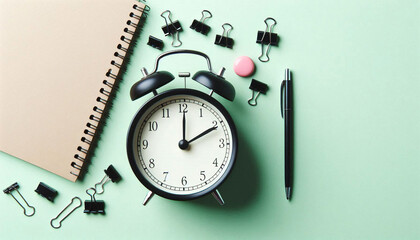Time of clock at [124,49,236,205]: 2:00
